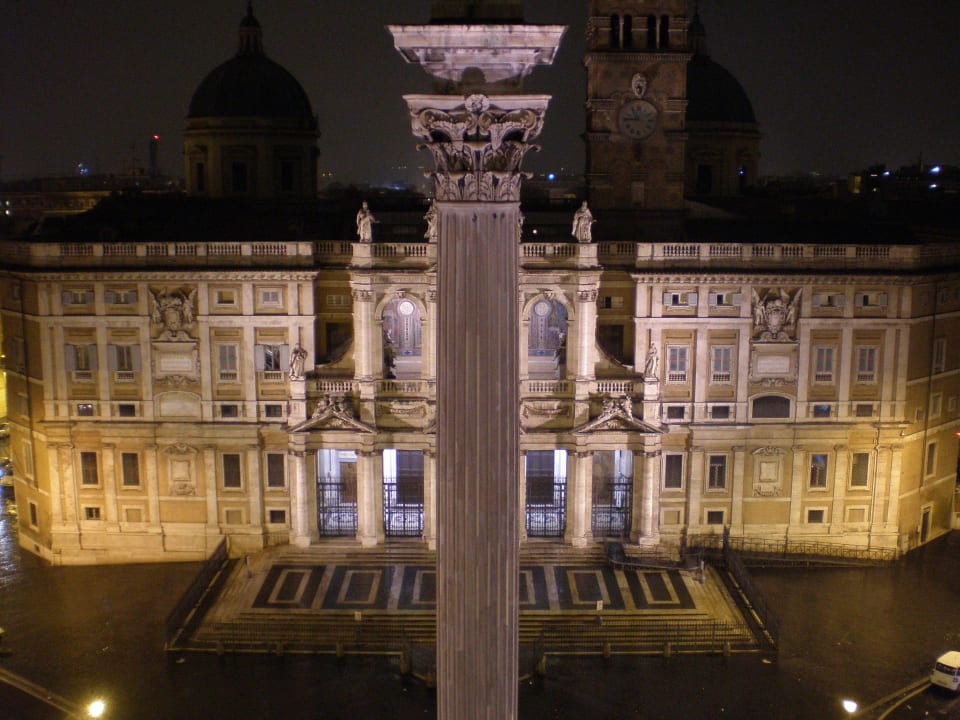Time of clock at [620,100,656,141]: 10:45
